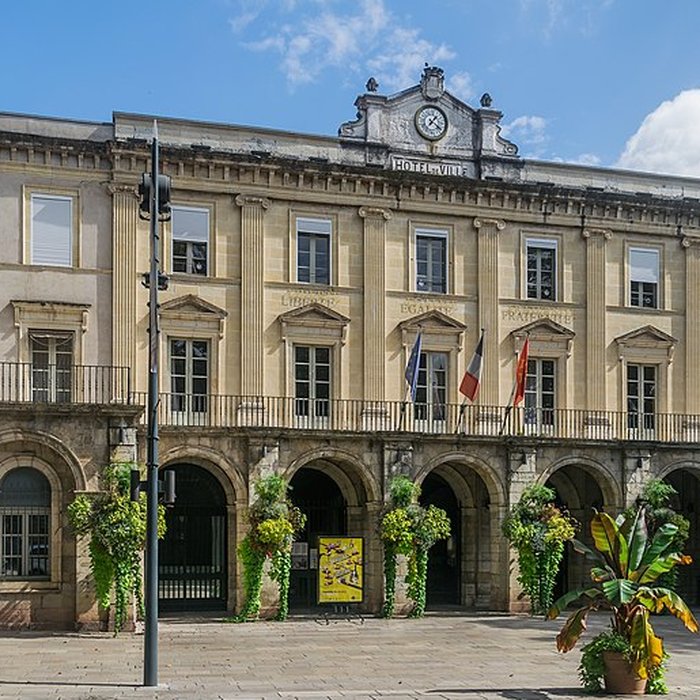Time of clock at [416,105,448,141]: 1:21
